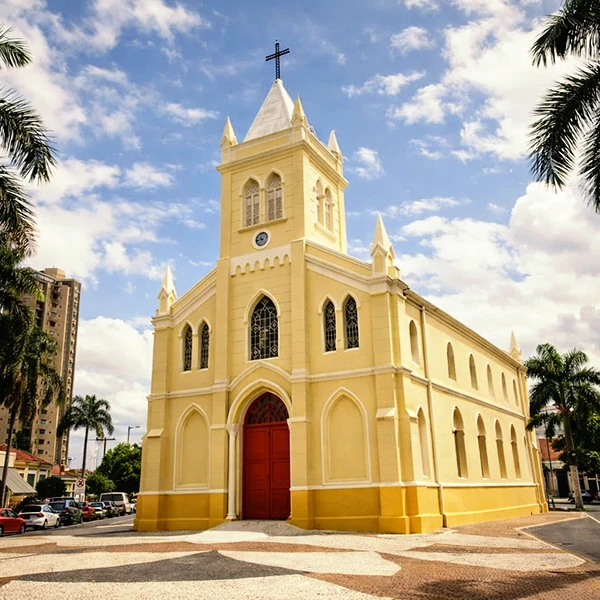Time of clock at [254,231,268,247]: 10:42
